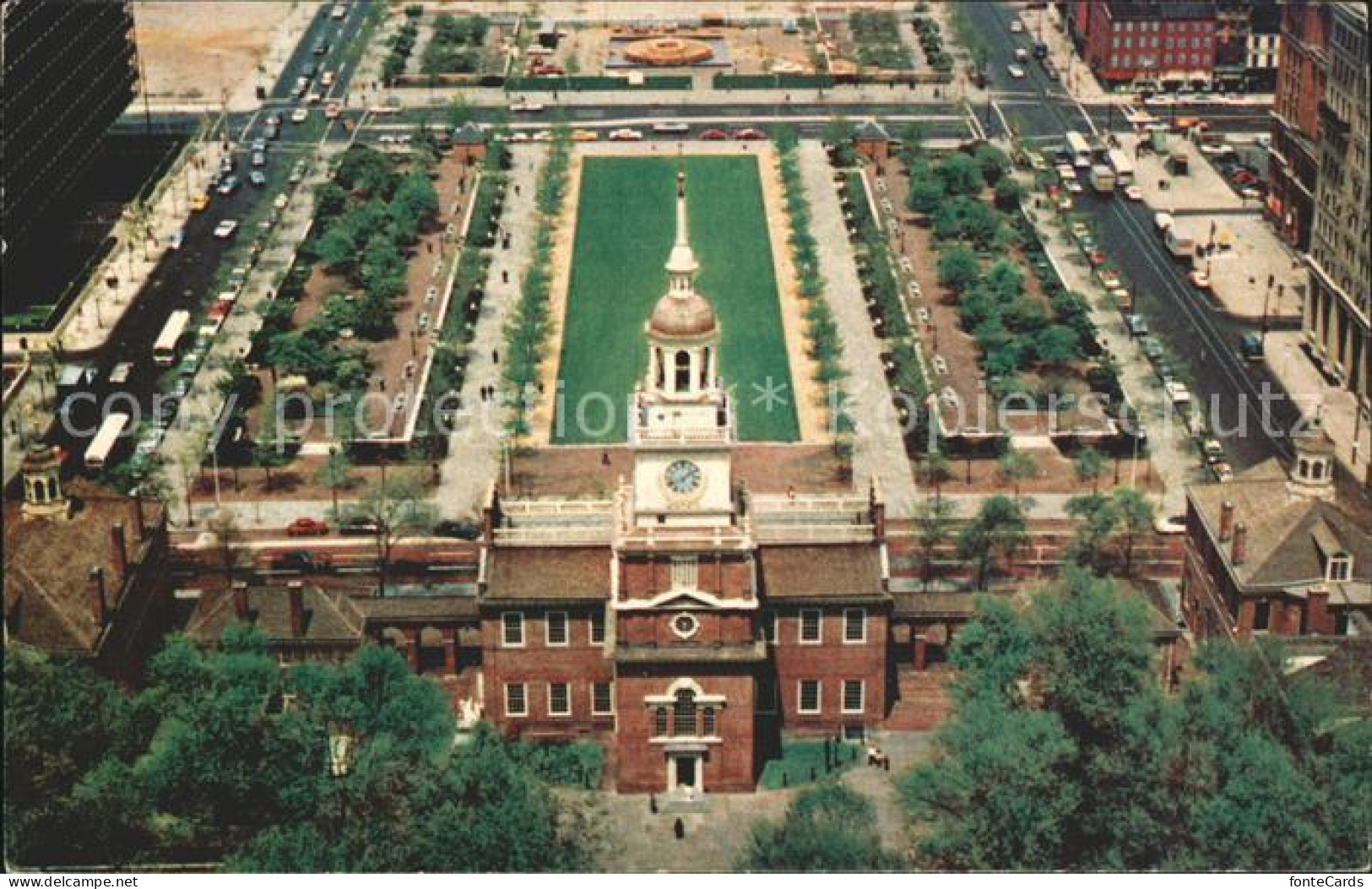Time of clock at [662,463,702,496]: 8:09
